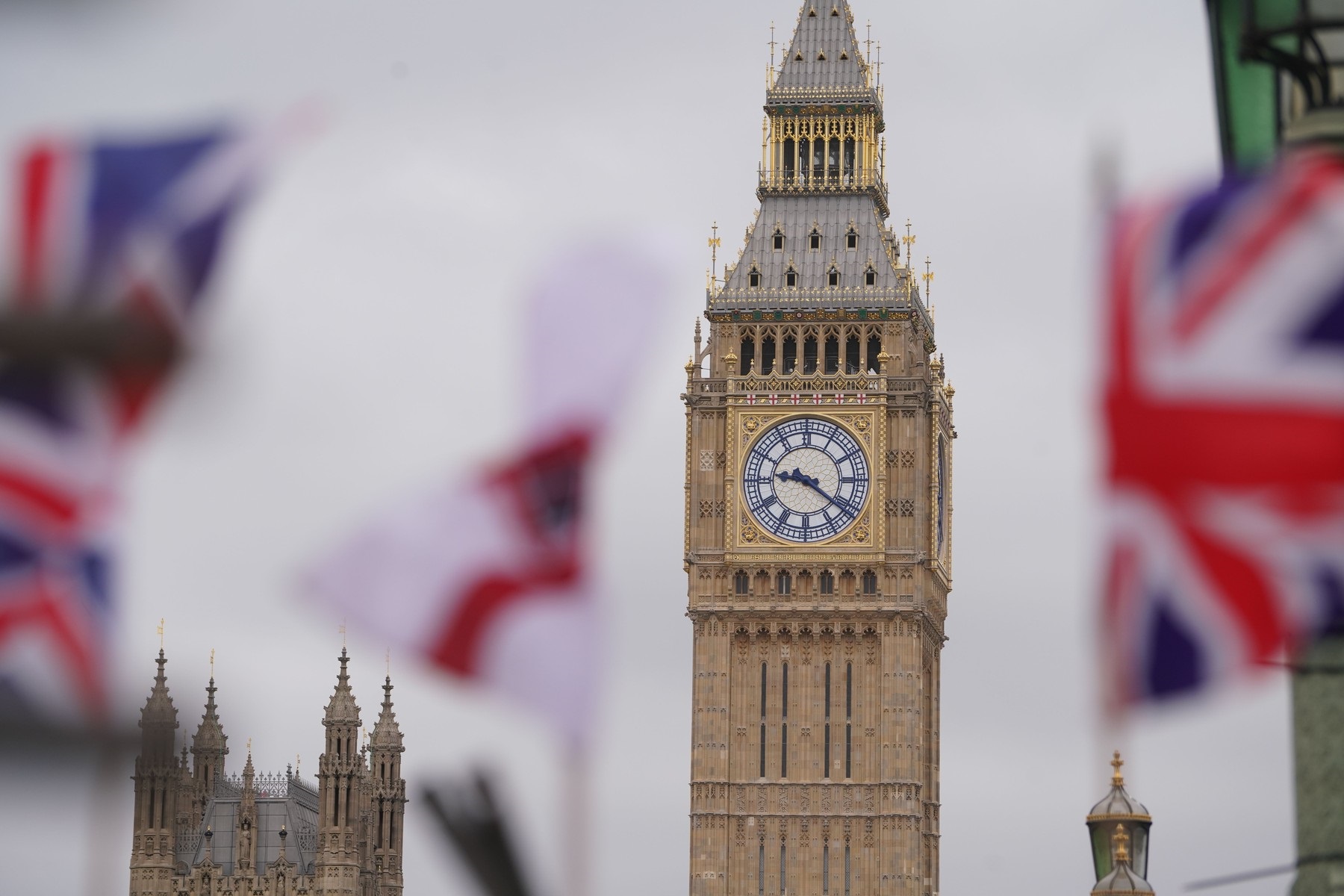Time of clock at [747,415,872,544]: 9:21
